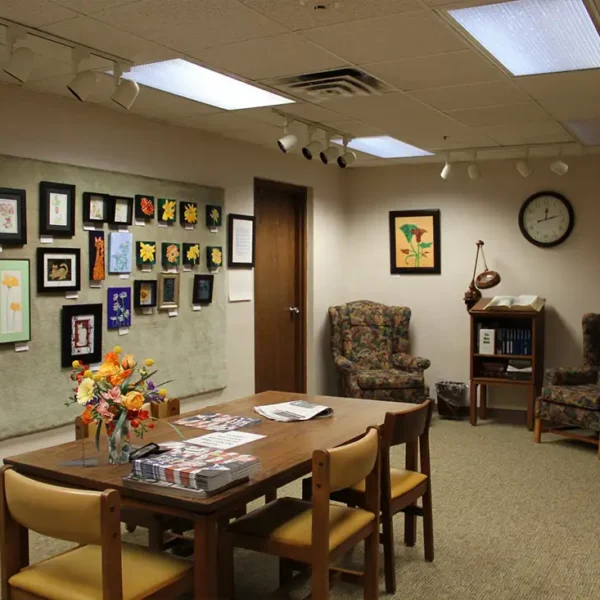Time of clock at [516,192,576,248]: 12:12
